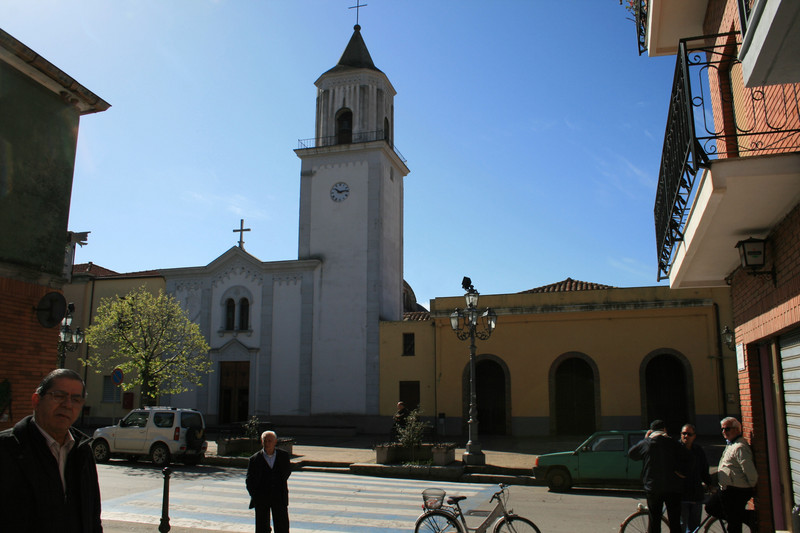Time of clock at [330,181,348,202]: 10:13
